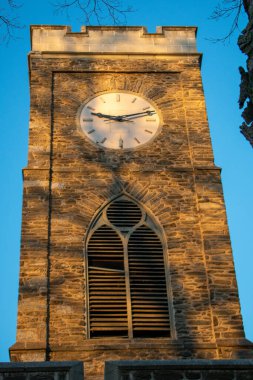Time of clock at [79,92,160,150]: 9:12
